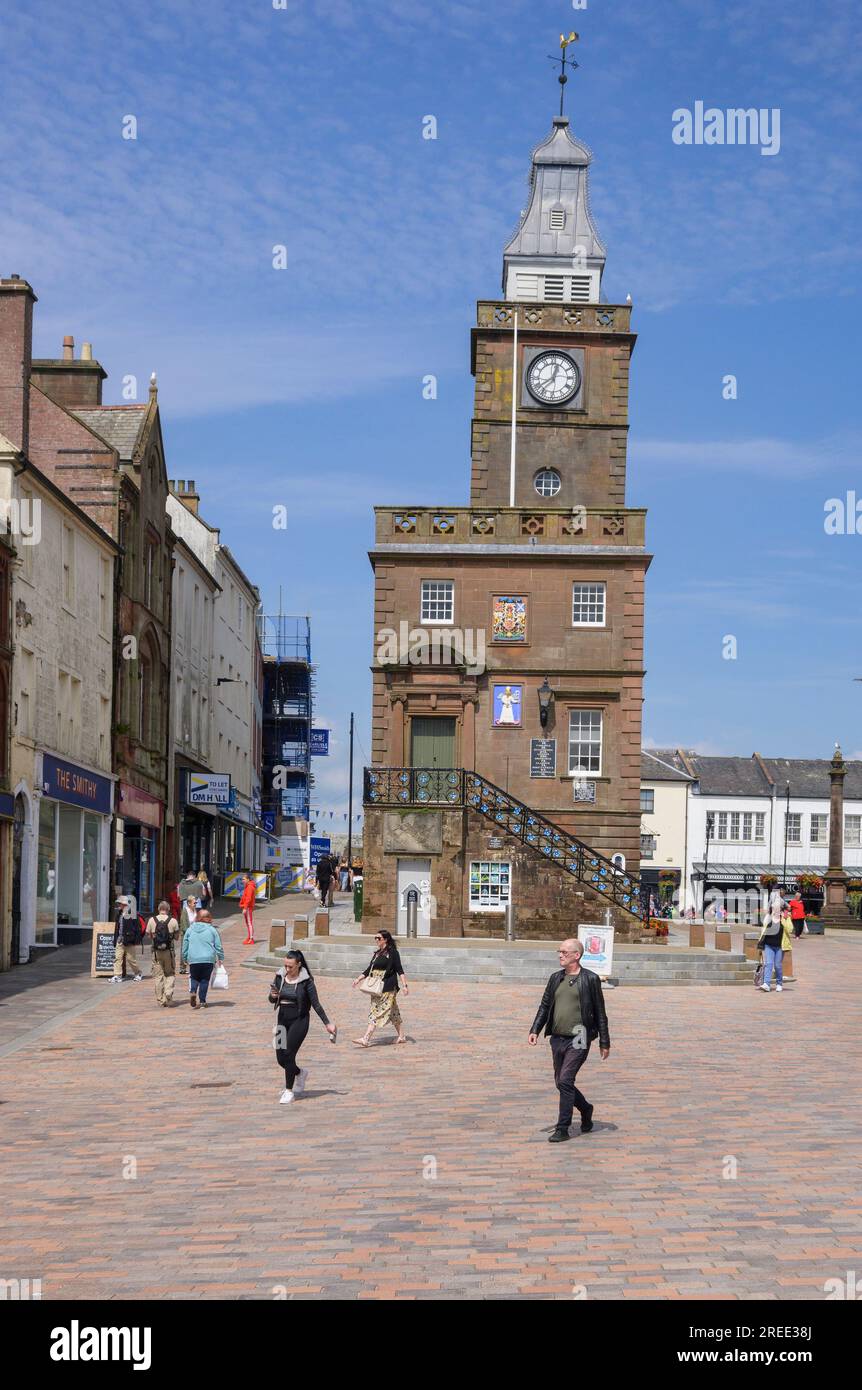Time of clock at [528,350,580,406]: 12:39
